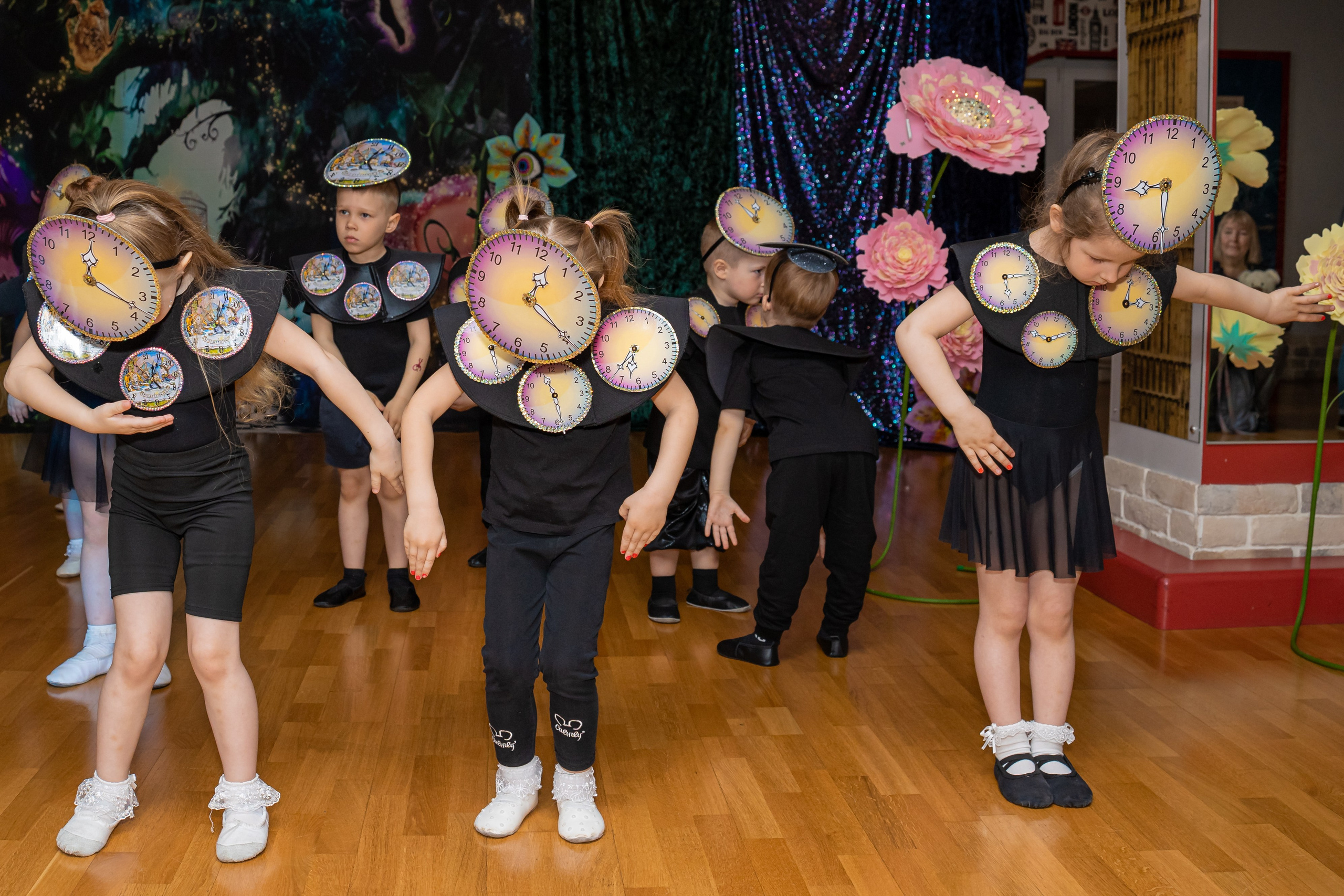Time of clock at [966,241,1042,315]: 5:12
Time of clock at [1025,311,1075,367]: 9:09
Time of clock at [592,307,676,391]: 6:37
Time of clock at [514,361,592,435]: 11:28
